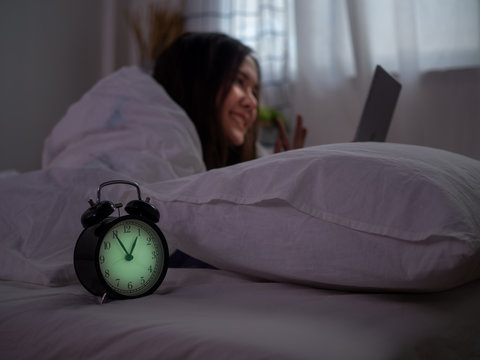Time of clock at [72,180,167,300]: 12:54
